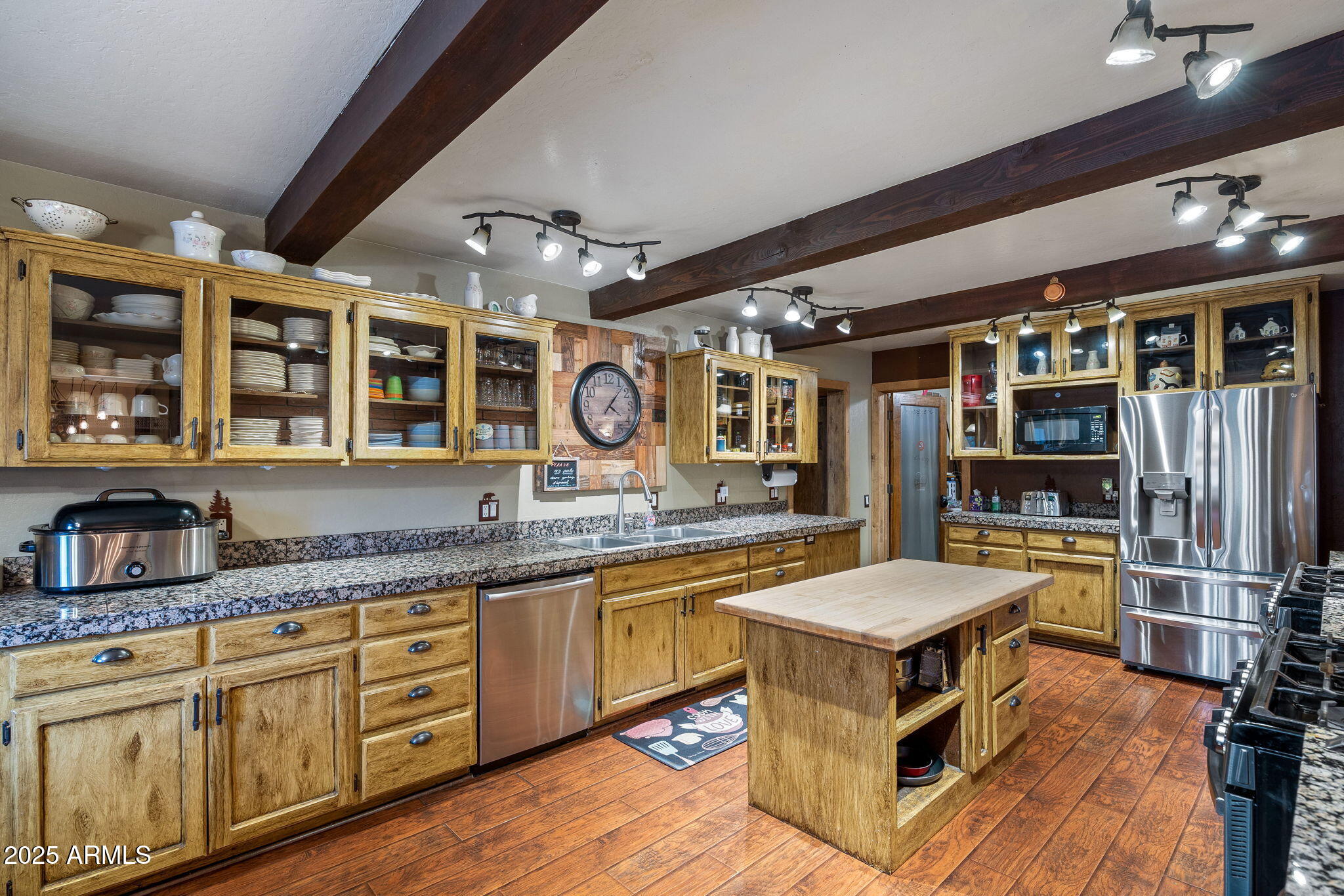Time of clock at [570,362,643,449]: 4:07
